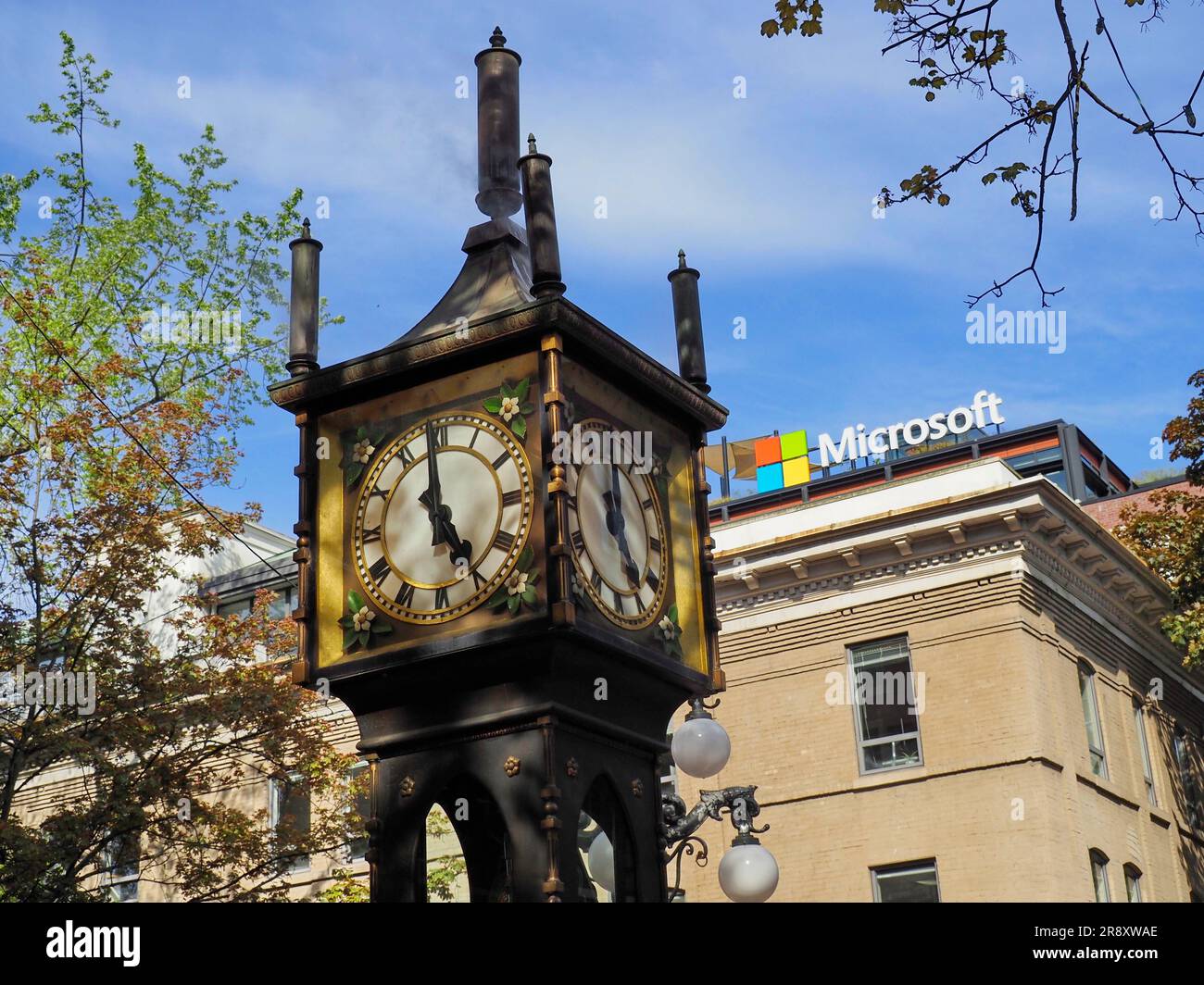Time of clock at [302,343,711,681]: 4:59
